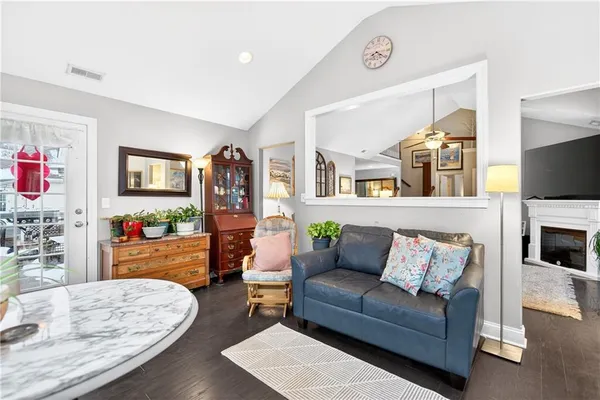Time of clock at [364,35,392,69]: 8:20
